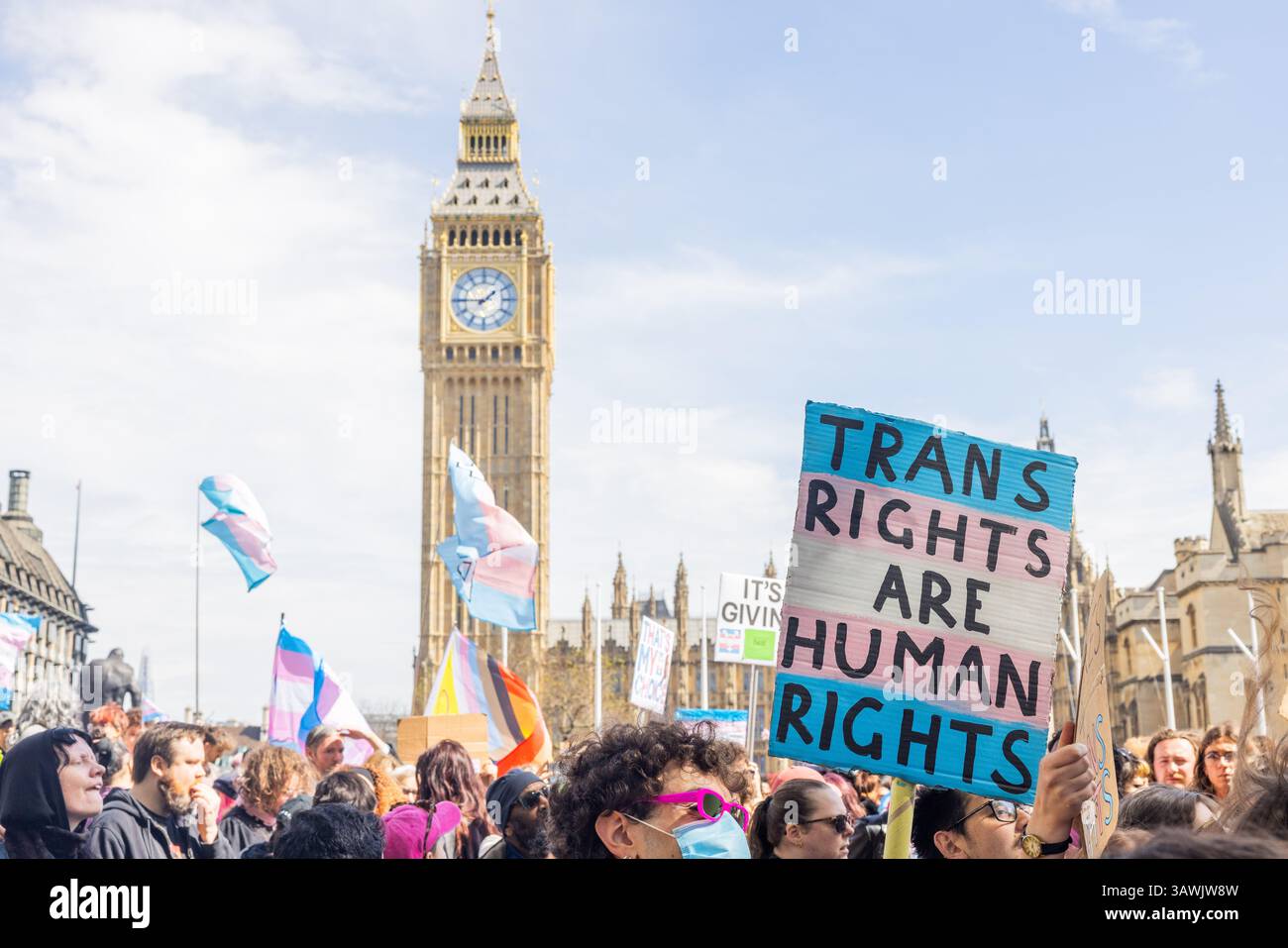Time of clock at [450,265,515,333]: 1:45
